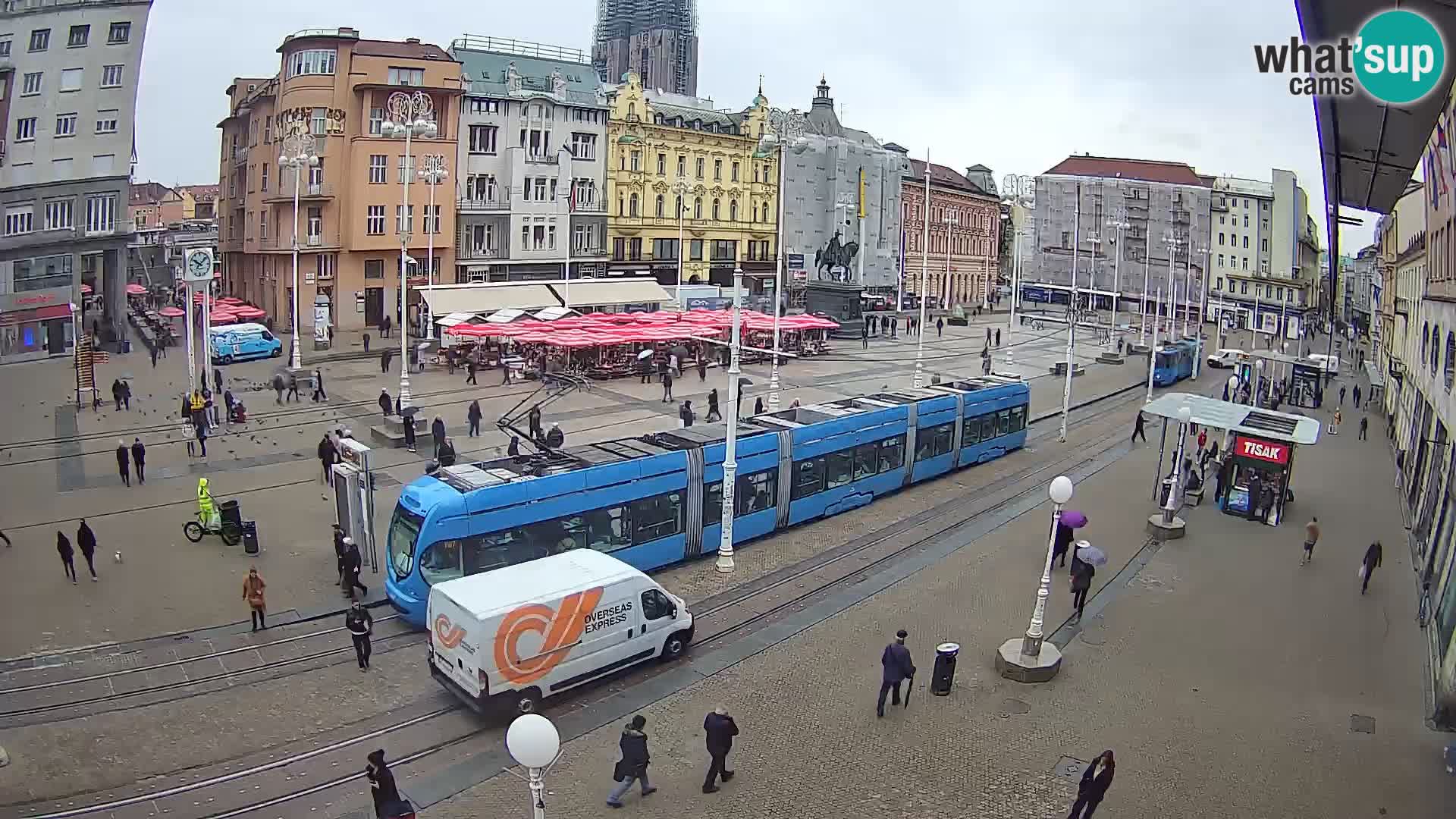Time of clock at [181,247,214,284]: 10:07
